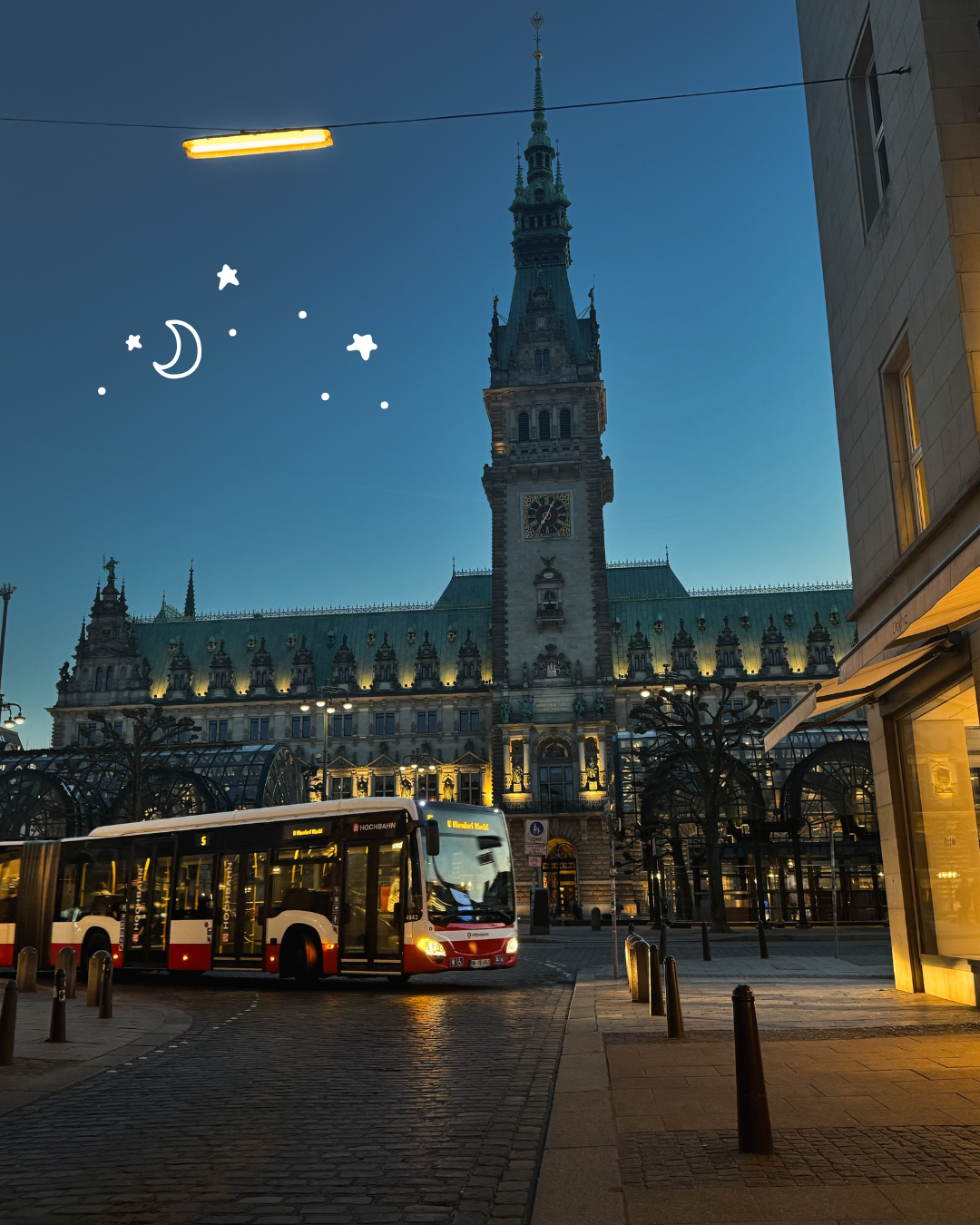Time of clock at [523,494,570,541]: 7:04
